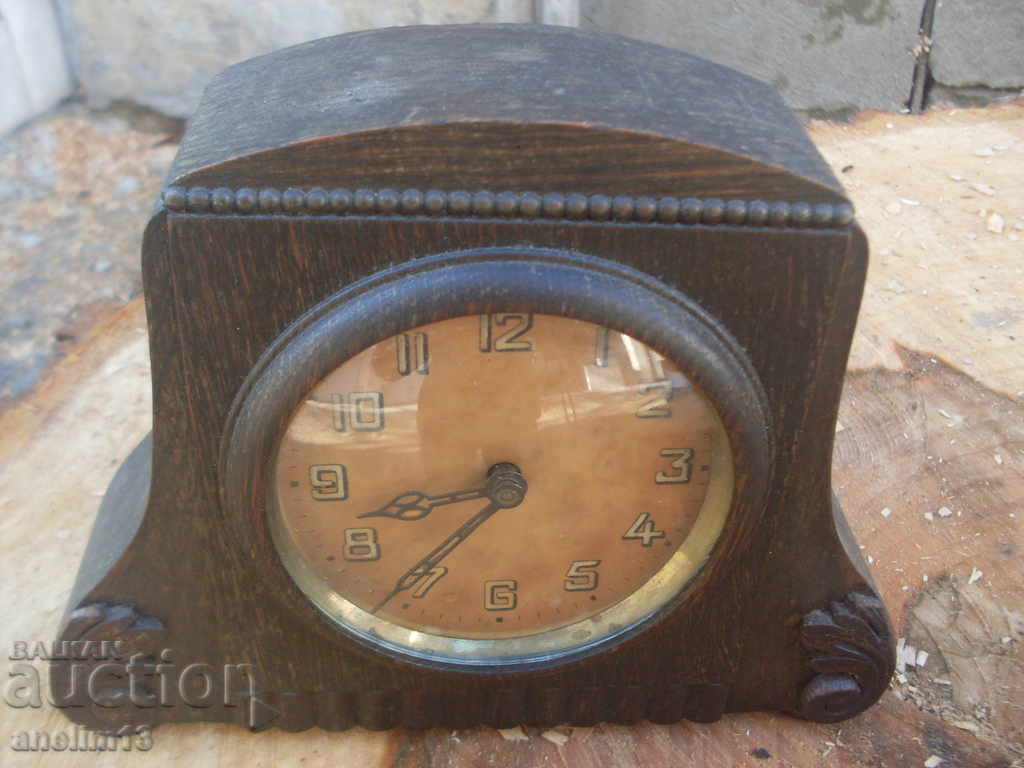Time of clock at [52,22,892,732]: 8:36
